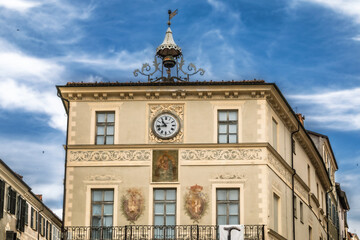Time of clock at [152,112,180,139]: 10:43
